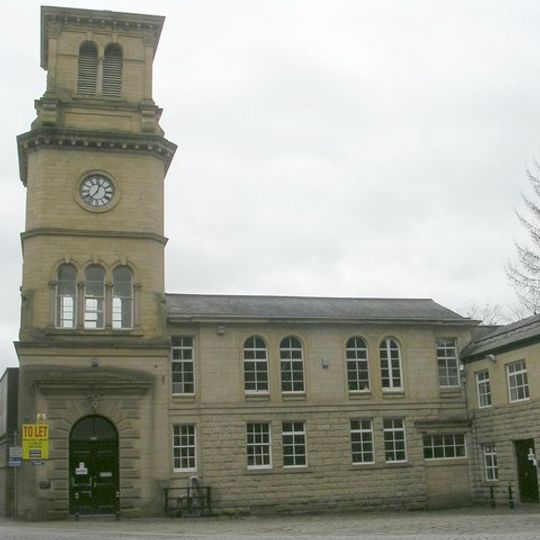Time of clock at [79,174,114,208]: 12:36
